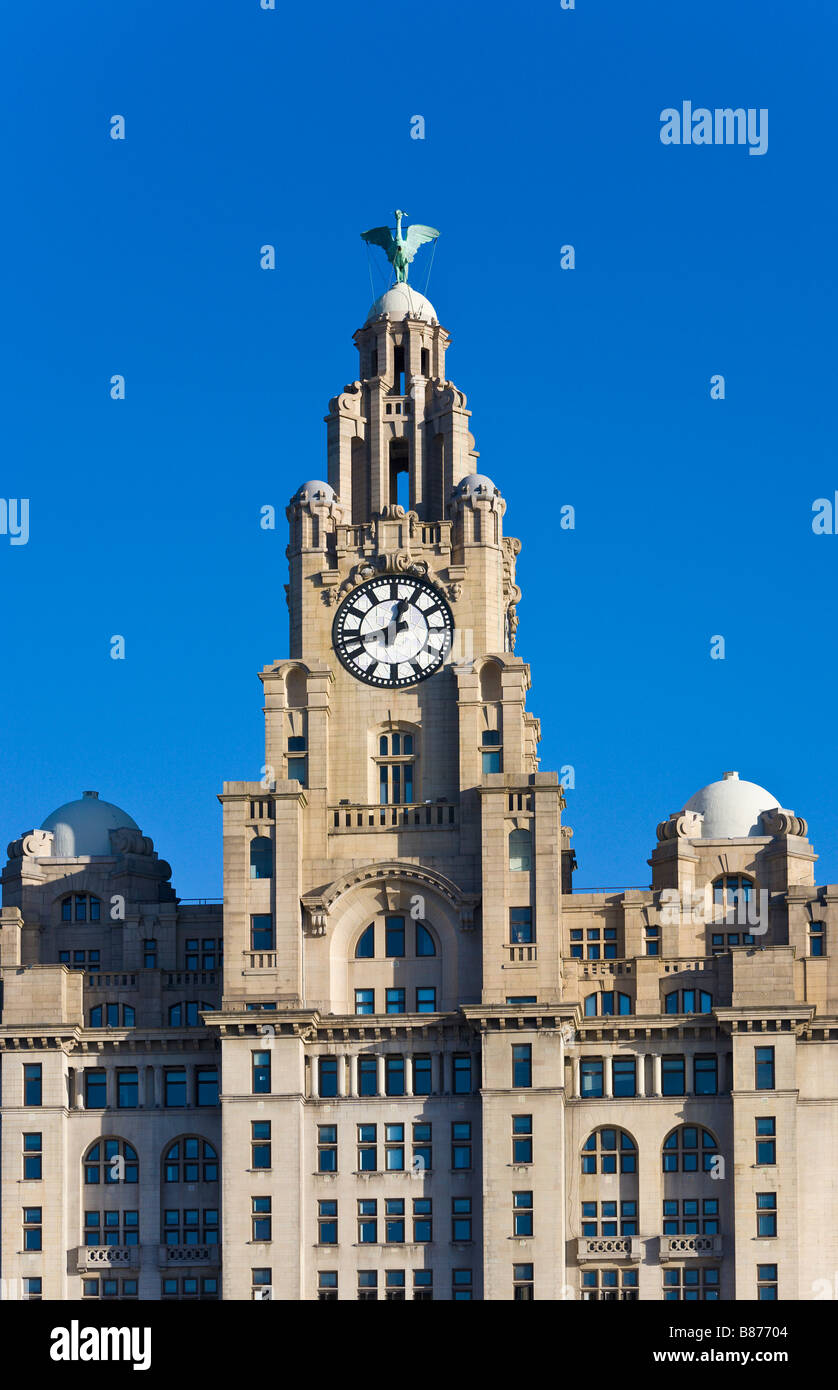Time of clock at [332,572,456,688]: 12:42
